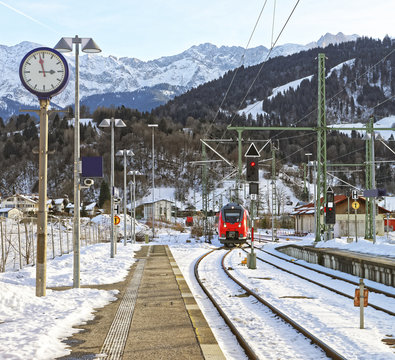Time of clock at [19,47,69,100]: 2:57
